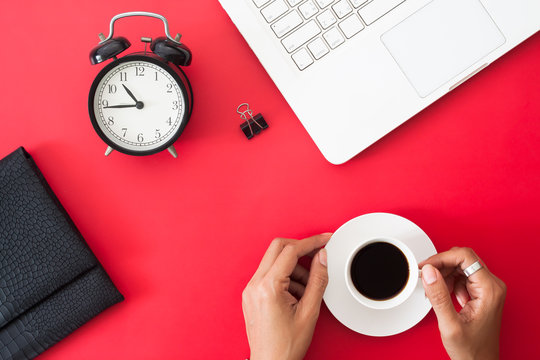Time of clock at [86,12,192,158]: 10:44
